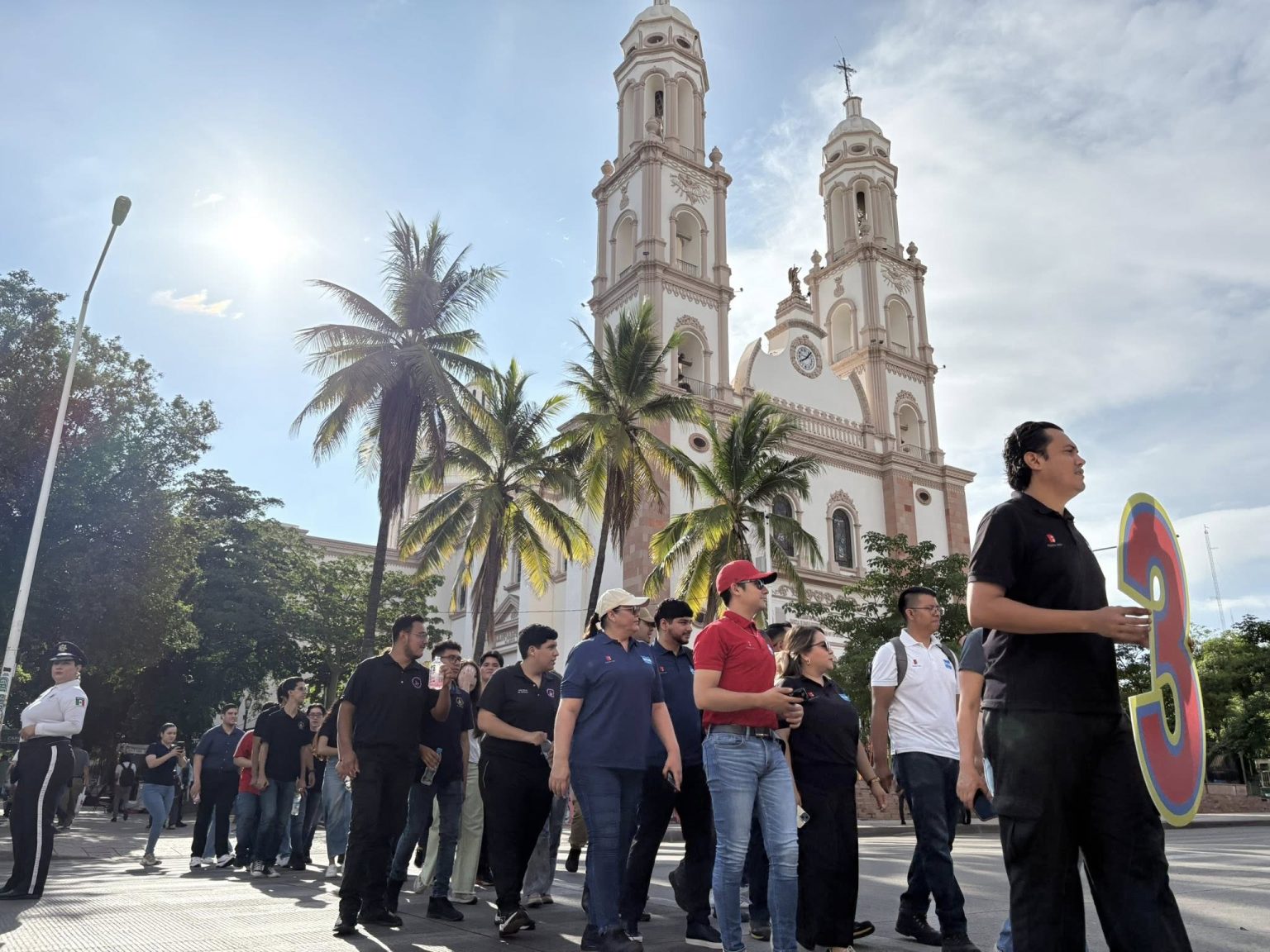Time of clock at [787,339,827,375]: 8:07
